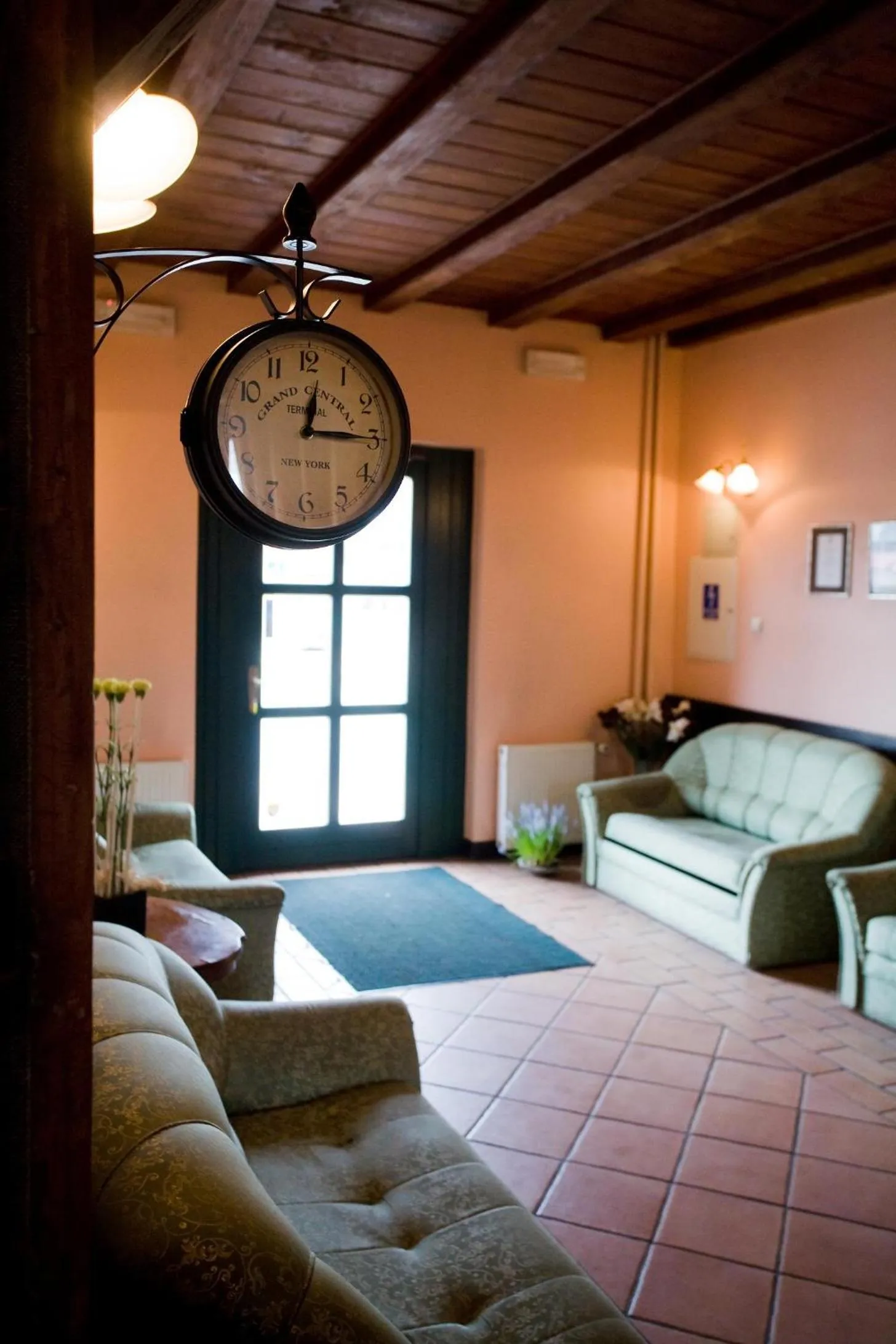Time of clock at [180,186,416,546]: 12:14
